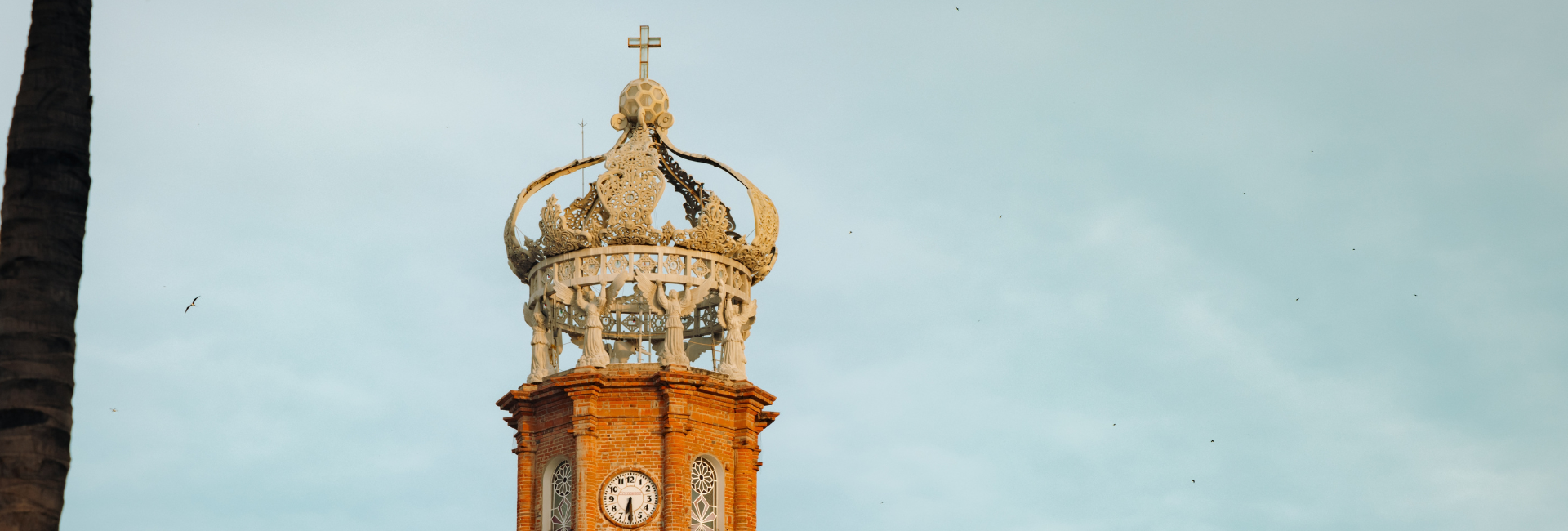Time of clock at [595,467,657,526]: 6:29
